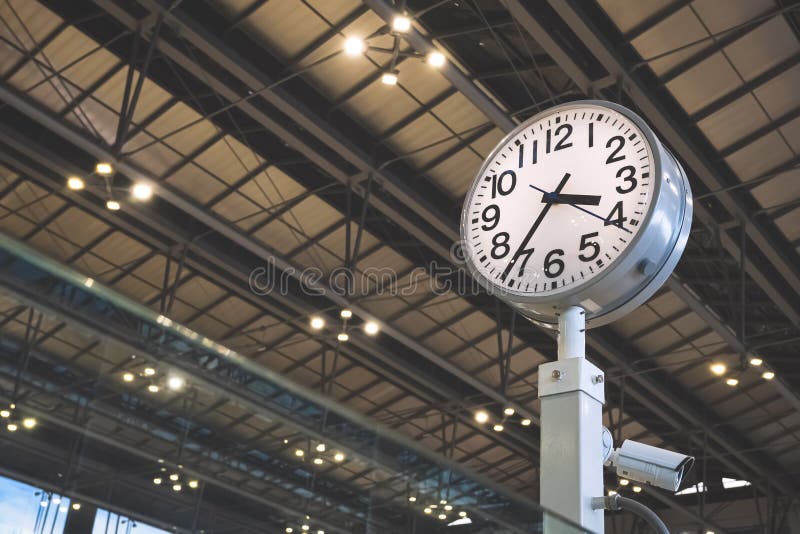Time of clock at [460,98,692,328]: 3:36
